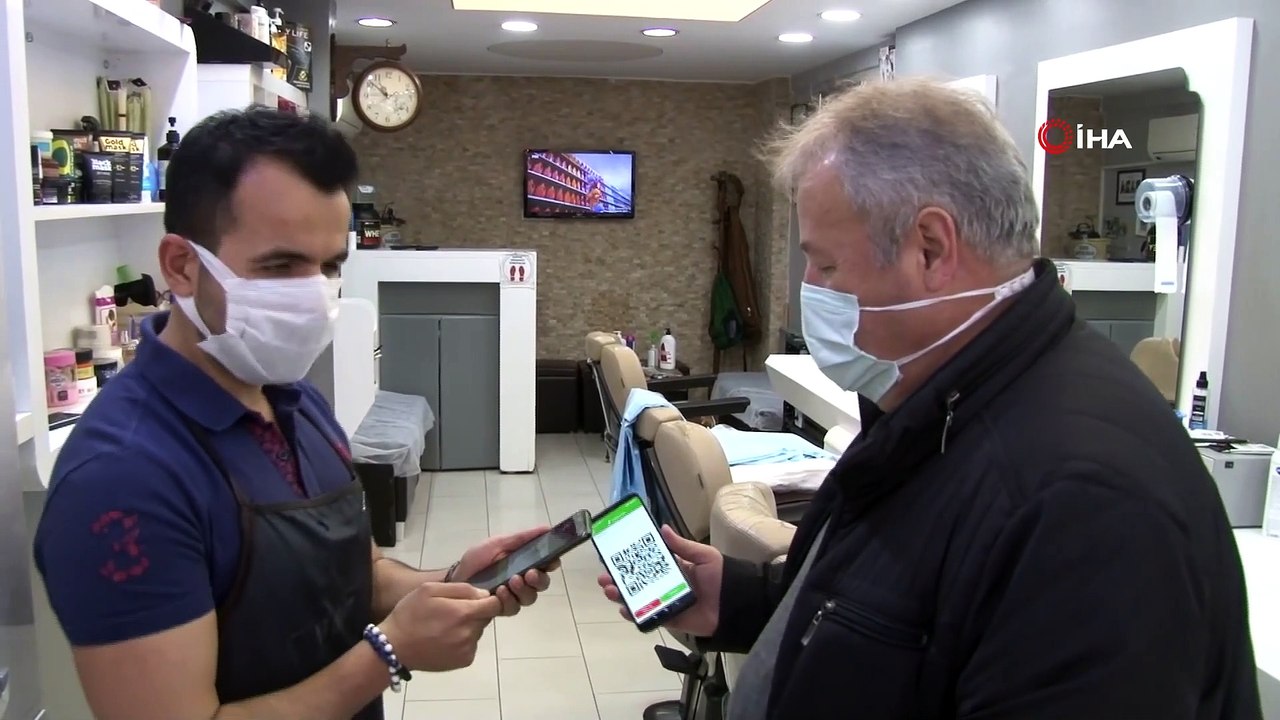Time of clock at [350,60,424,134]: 10:51
